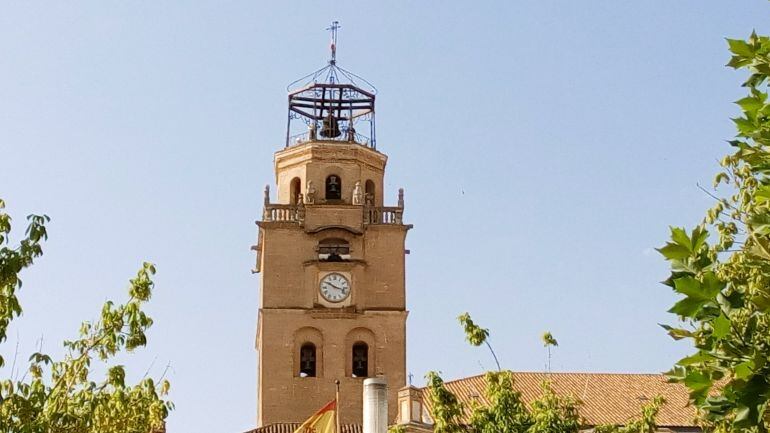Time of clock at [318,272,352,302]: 10:17
